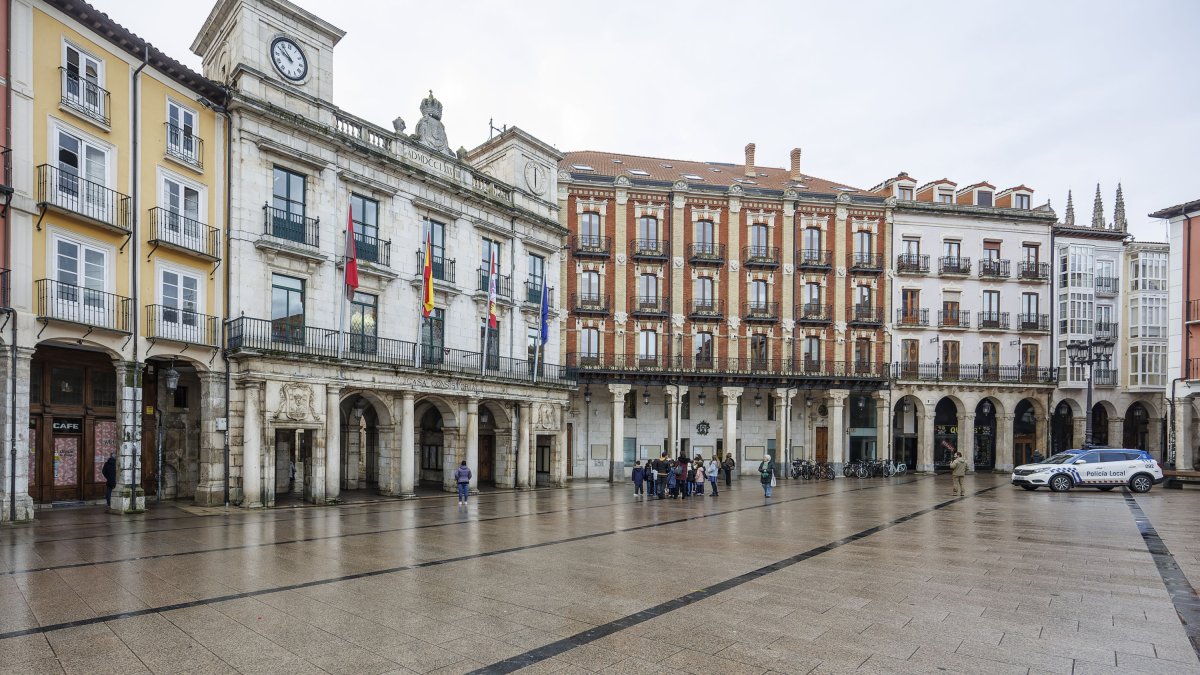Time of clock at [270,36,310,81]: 9:53
